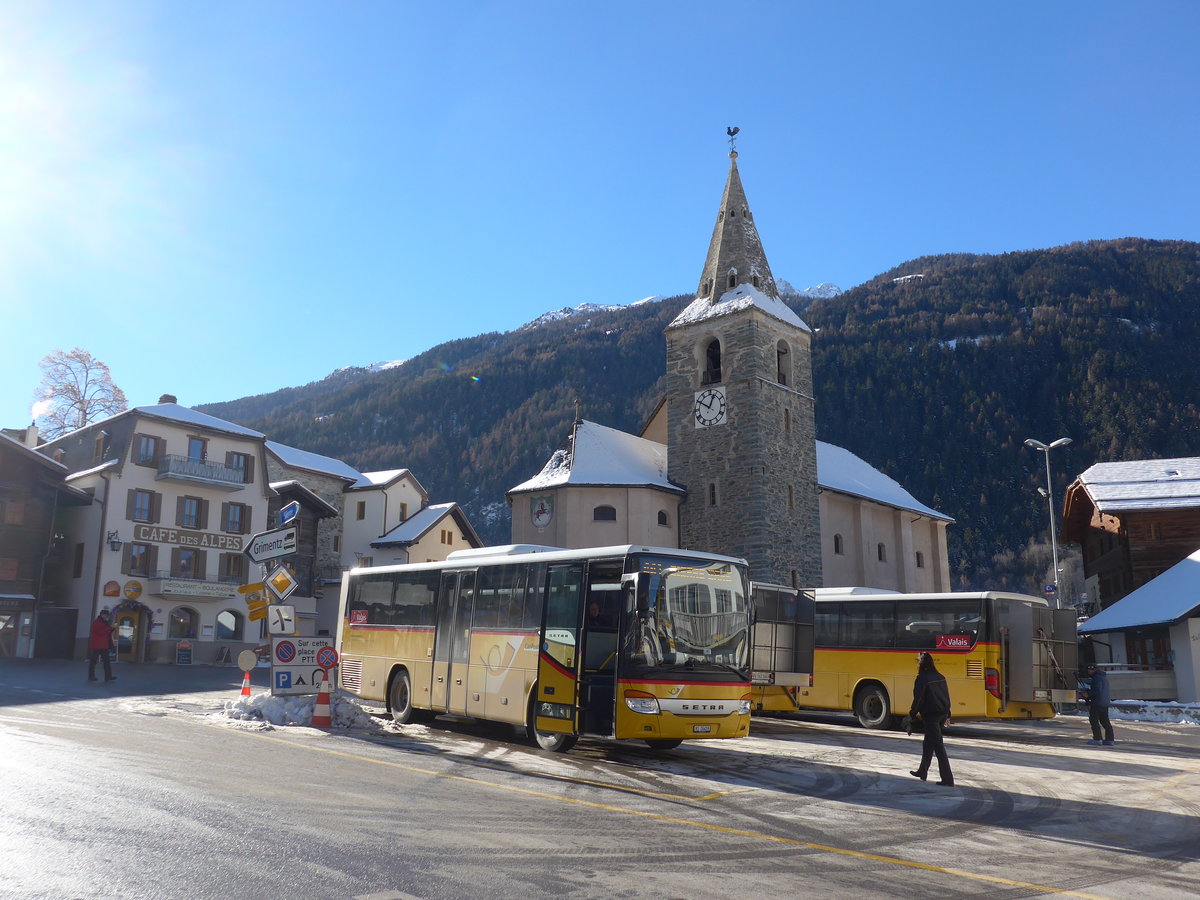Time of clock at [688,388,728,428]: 12:50
